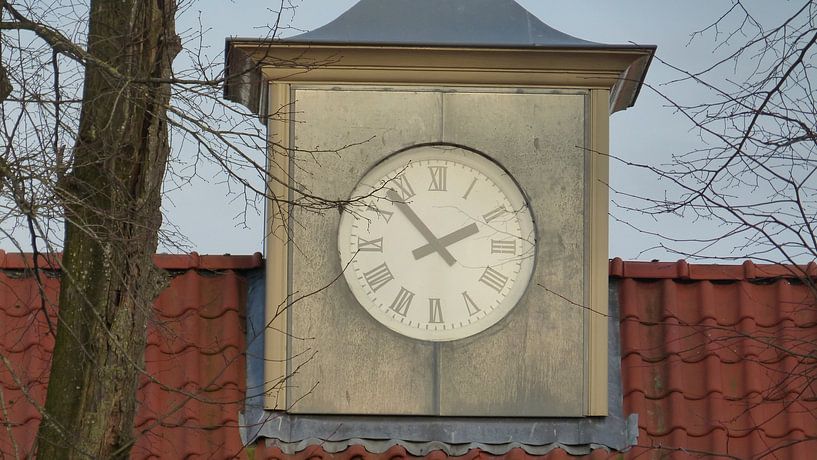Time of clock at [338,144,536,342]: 1:53
